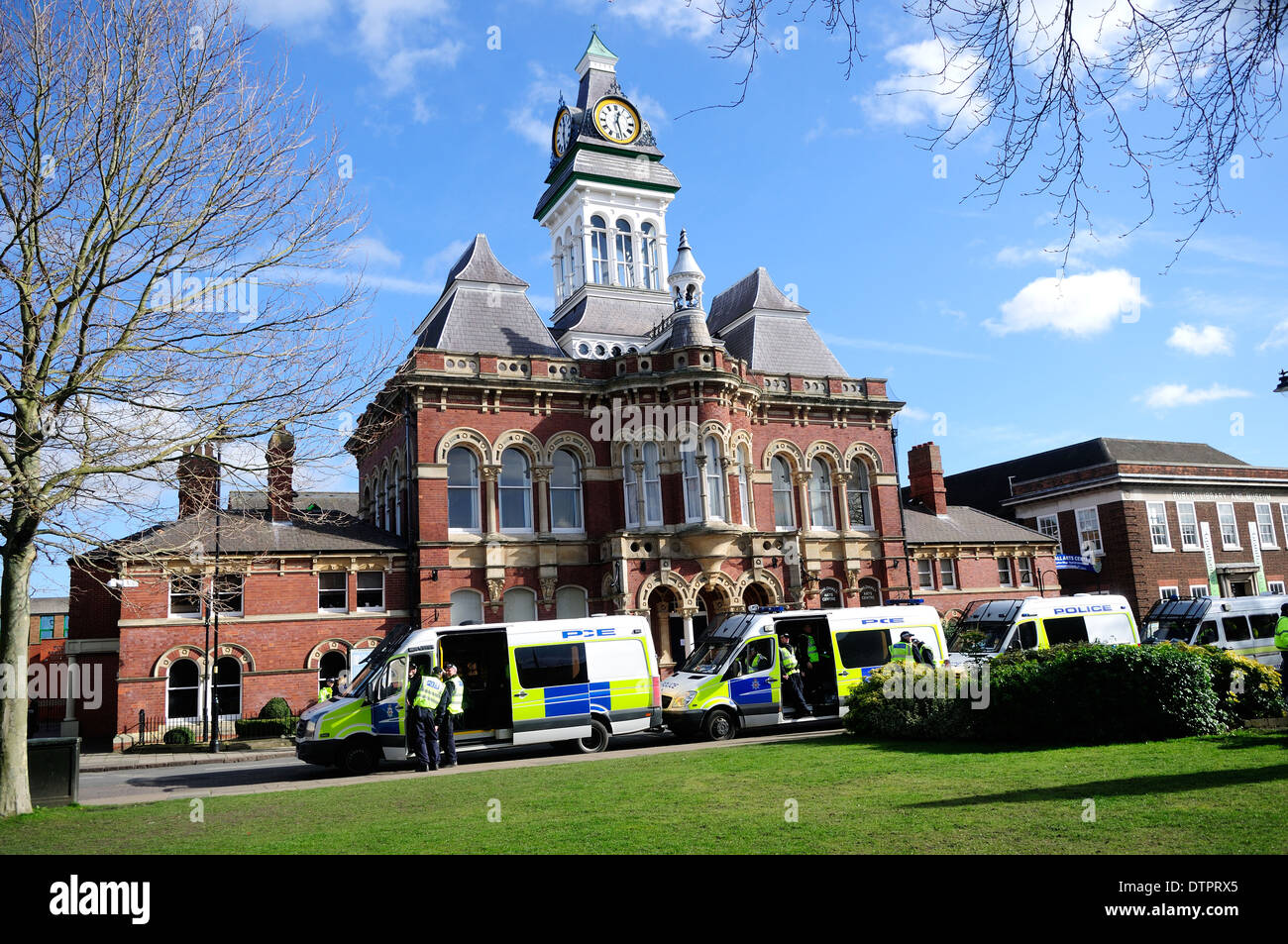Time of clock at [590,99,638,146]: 12:27
